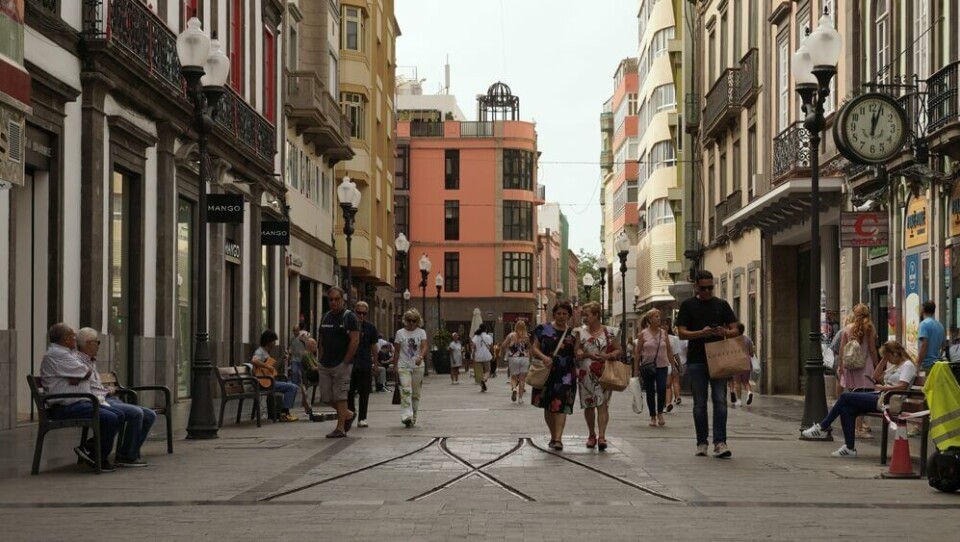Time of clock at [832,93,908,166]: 12:03
